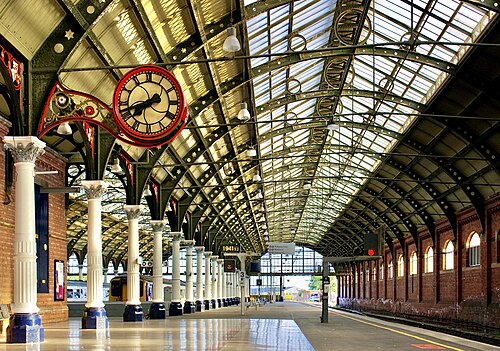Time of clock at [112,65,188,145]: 7:42
